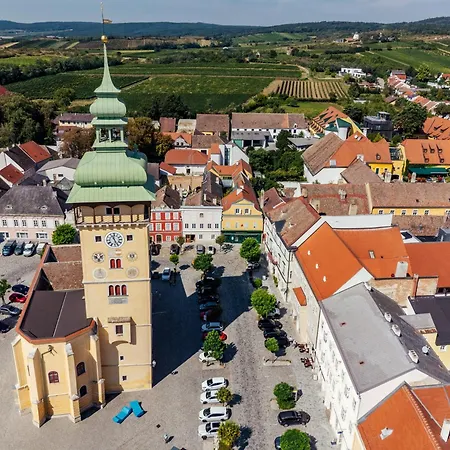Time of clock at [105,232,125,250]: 11:25
